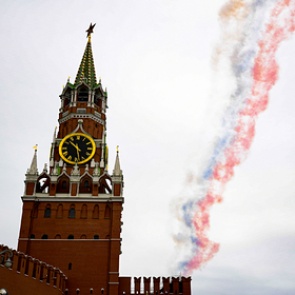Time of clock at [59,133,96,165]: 10:28
